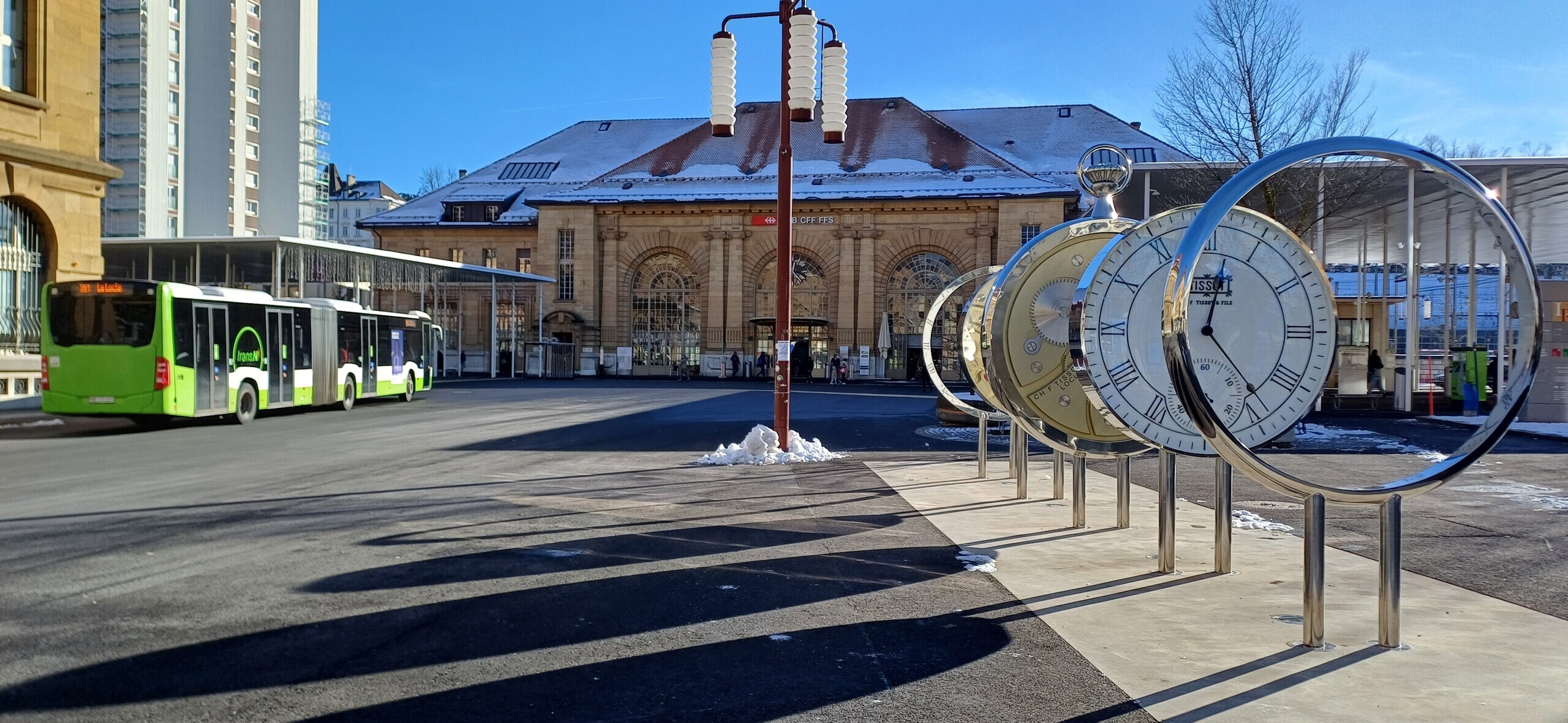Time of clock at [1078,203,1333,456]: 12:23
